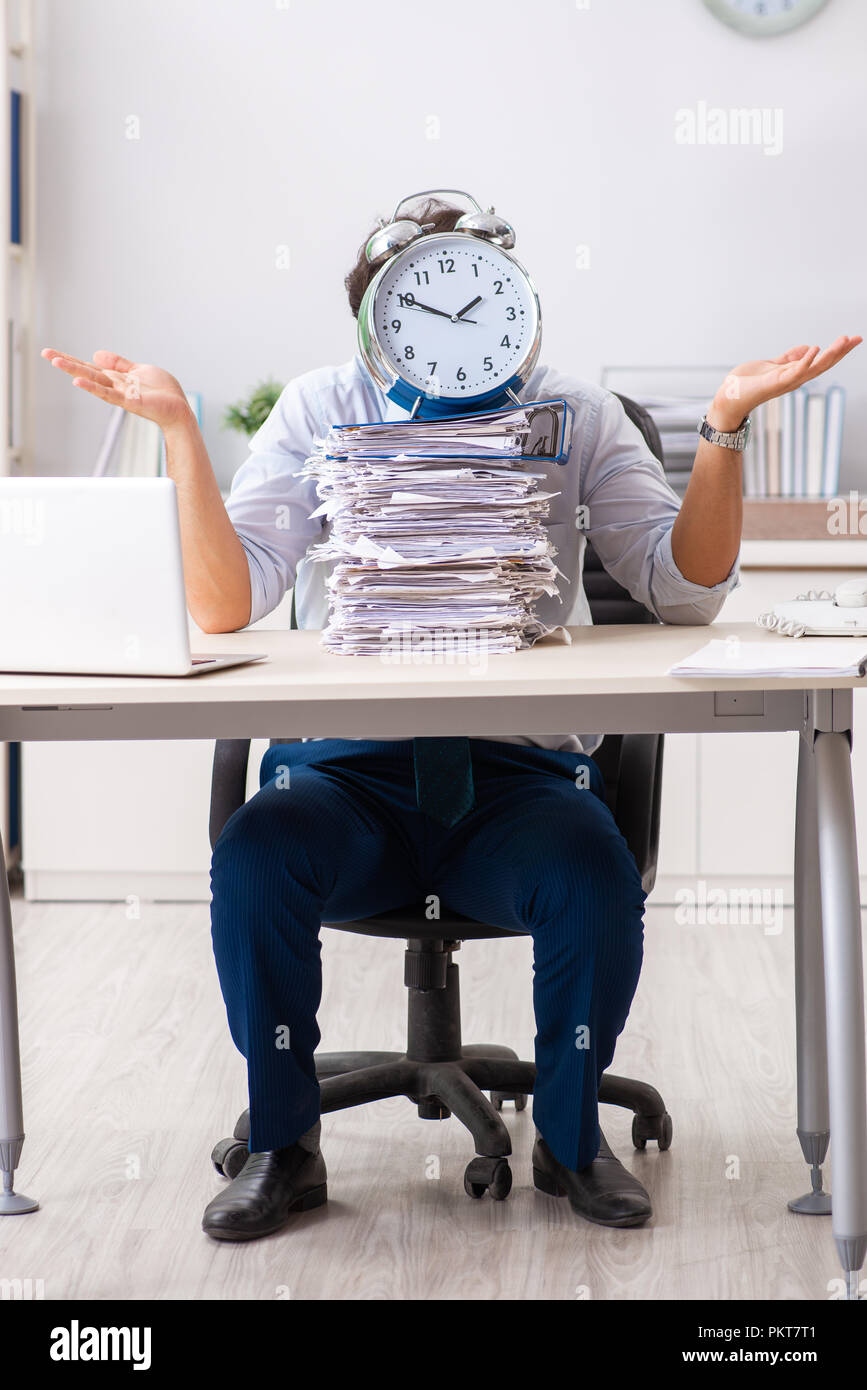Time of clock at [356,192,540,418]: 1:50
